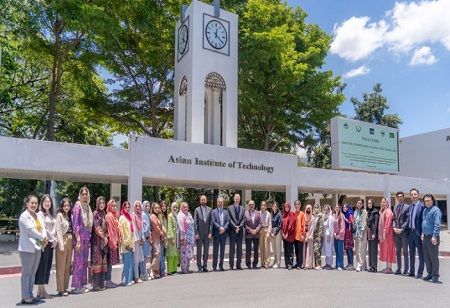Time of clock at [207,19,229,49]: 12:20
